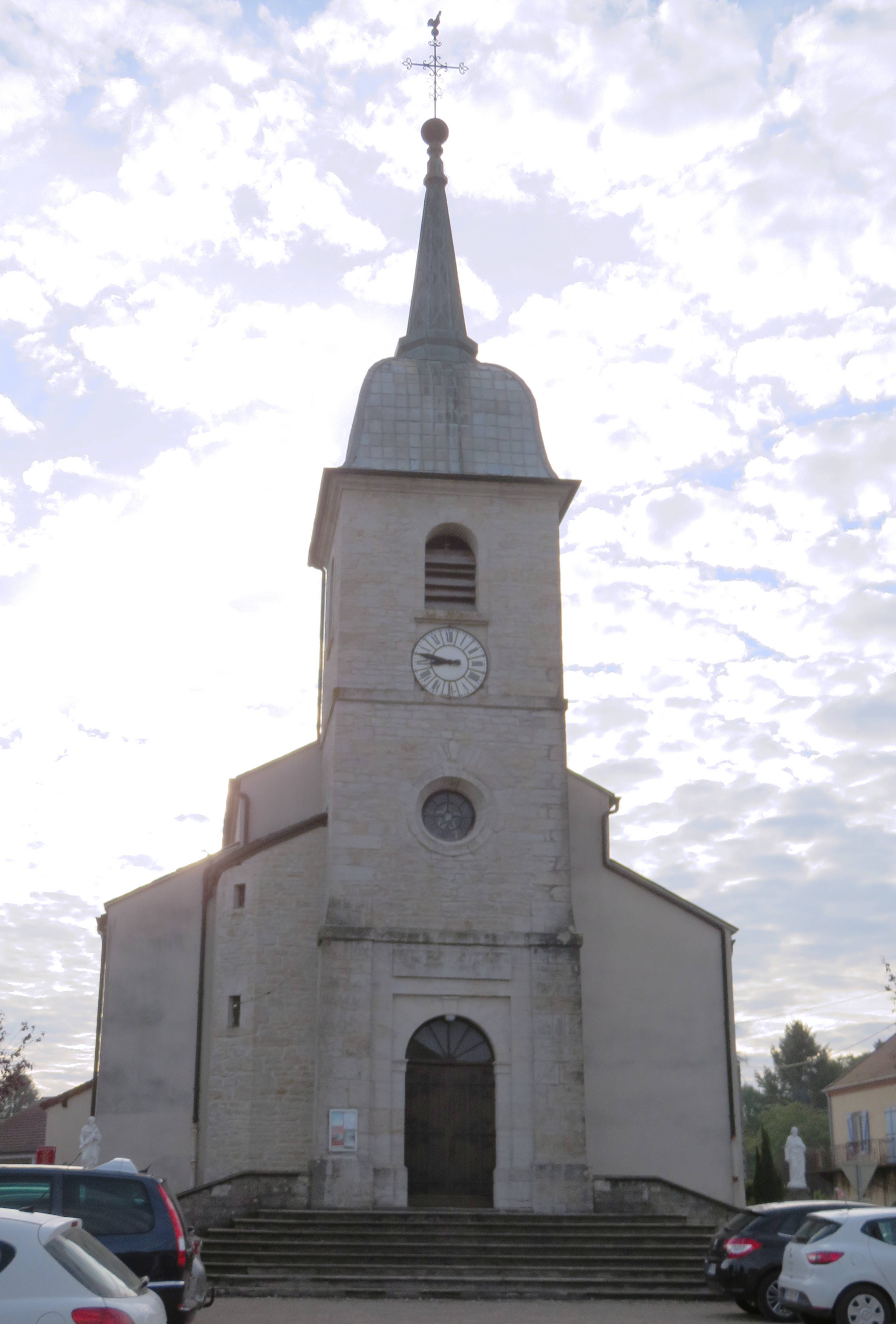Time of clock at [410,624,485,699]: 8:47
